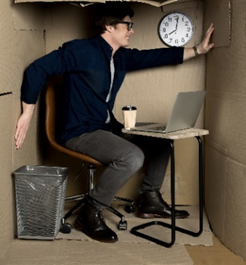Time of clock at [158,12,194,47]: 8:01
